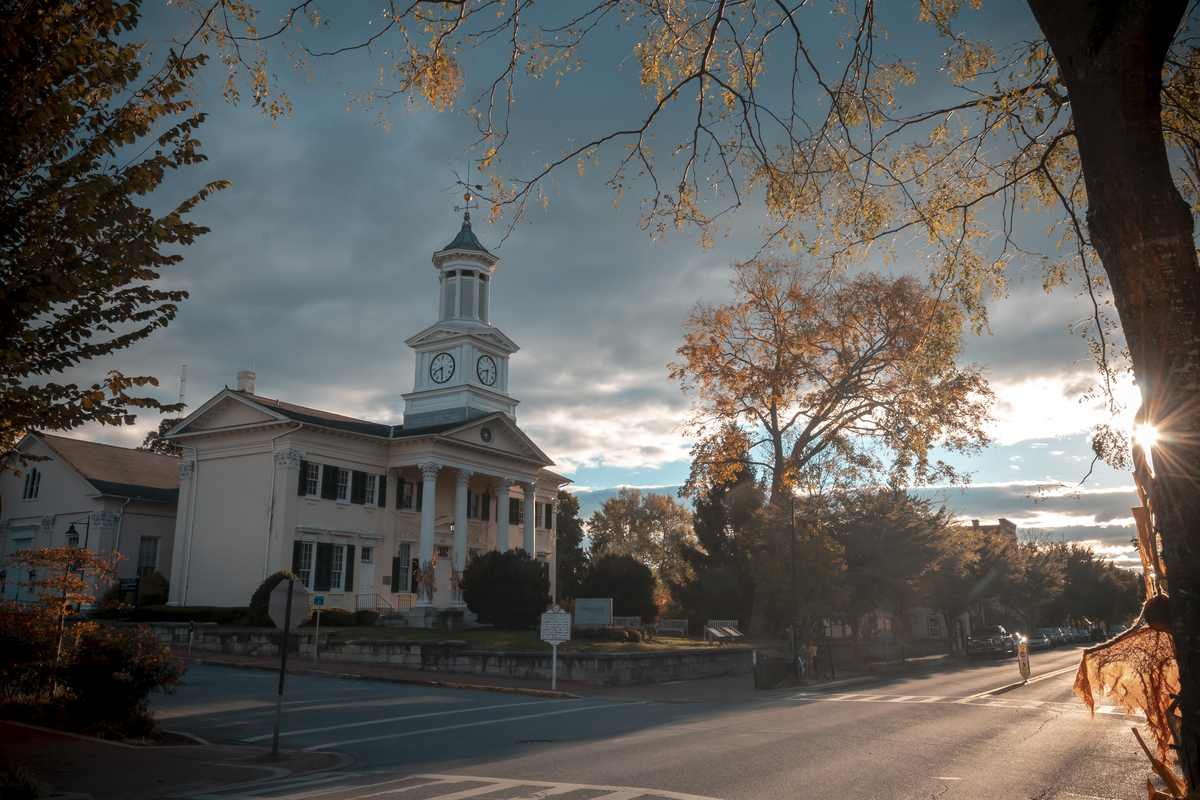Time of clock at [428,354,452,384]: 8:29
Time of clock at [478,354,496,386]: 8:30
